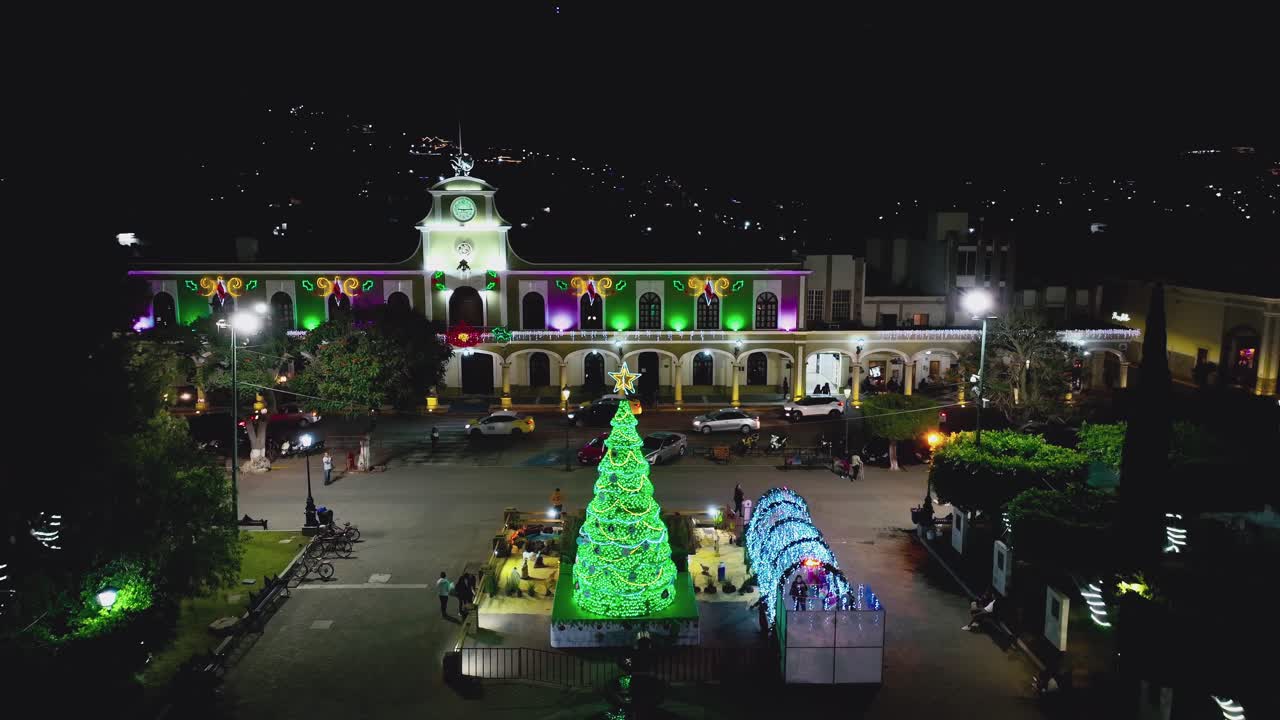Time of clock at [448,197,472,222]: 9:14
